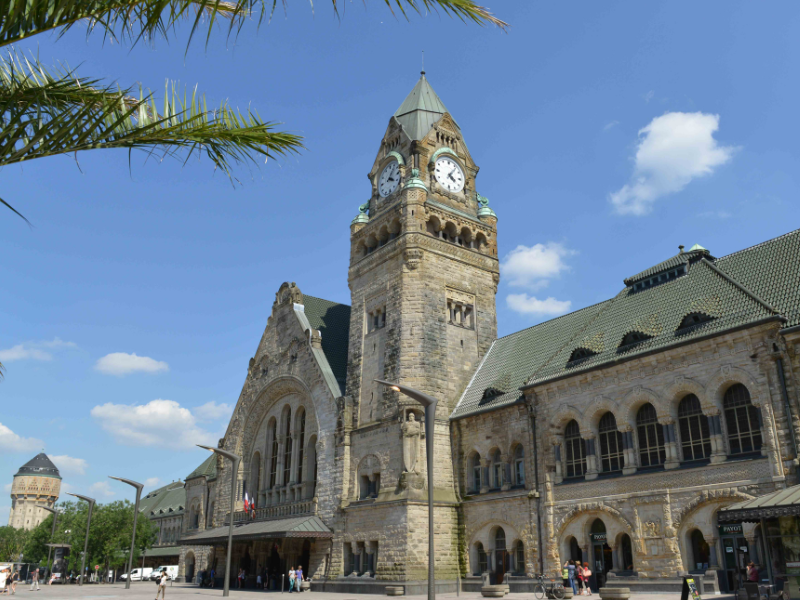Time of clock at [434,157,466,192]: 4:06
